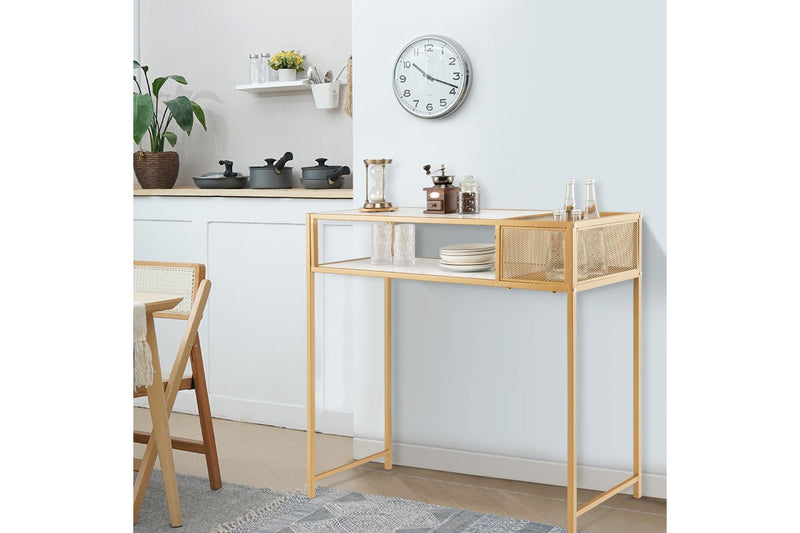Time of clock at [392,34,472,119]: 10:18
